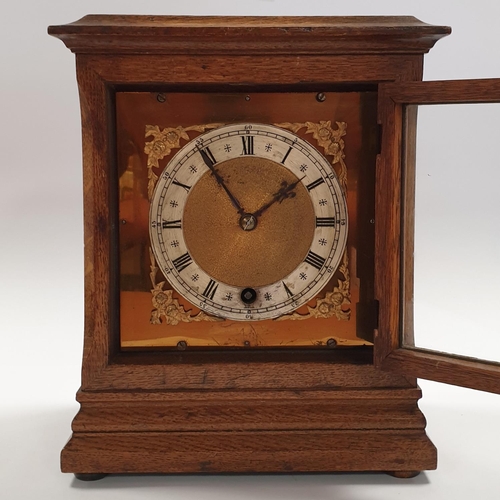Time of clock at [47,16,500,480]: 1:54
